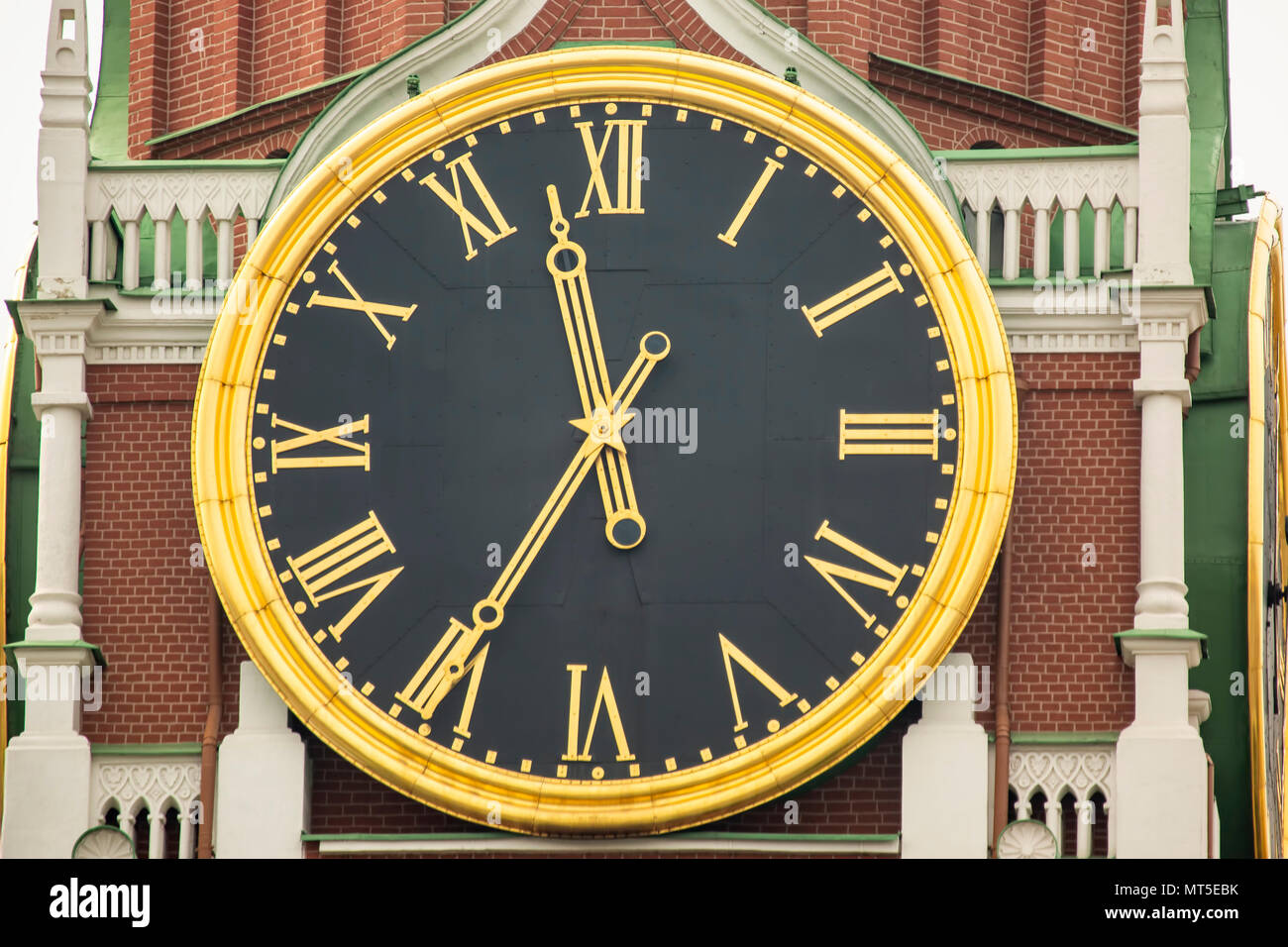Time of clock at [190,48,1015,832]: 11:35
